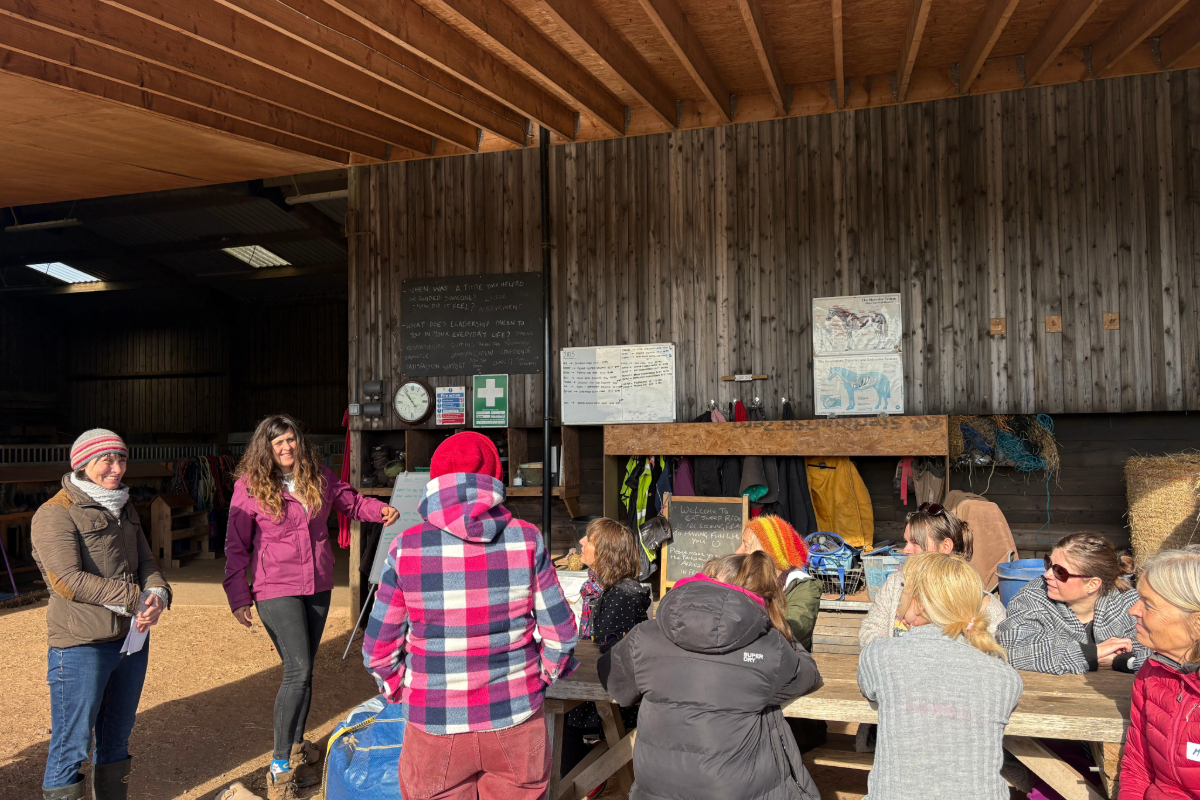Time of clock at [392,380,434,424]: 10:53
